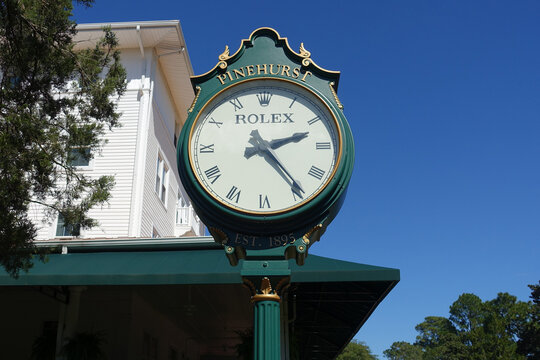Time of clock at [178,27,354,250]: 2:23
